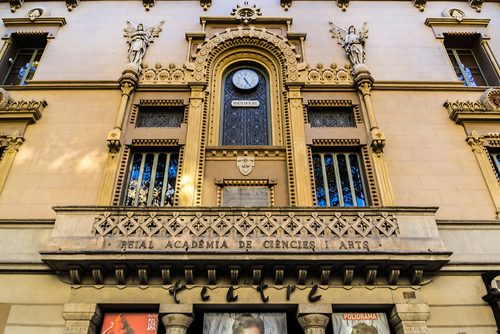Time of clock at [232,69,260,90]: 5:24
